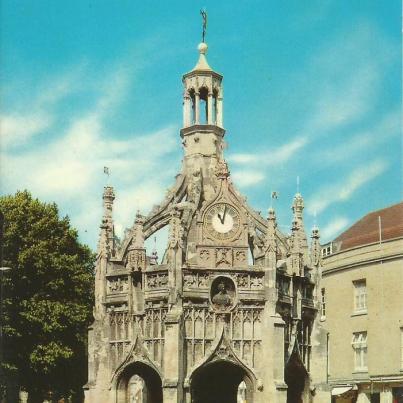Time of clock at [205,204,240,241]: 11:02
